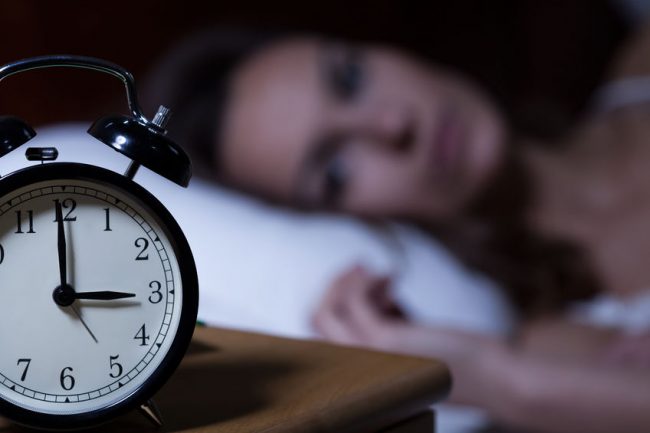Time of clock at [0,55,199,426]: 2:59
